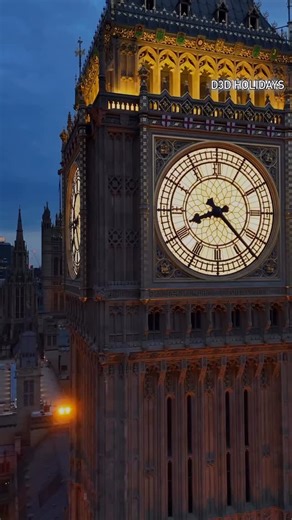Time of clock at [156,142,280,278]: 8:22
